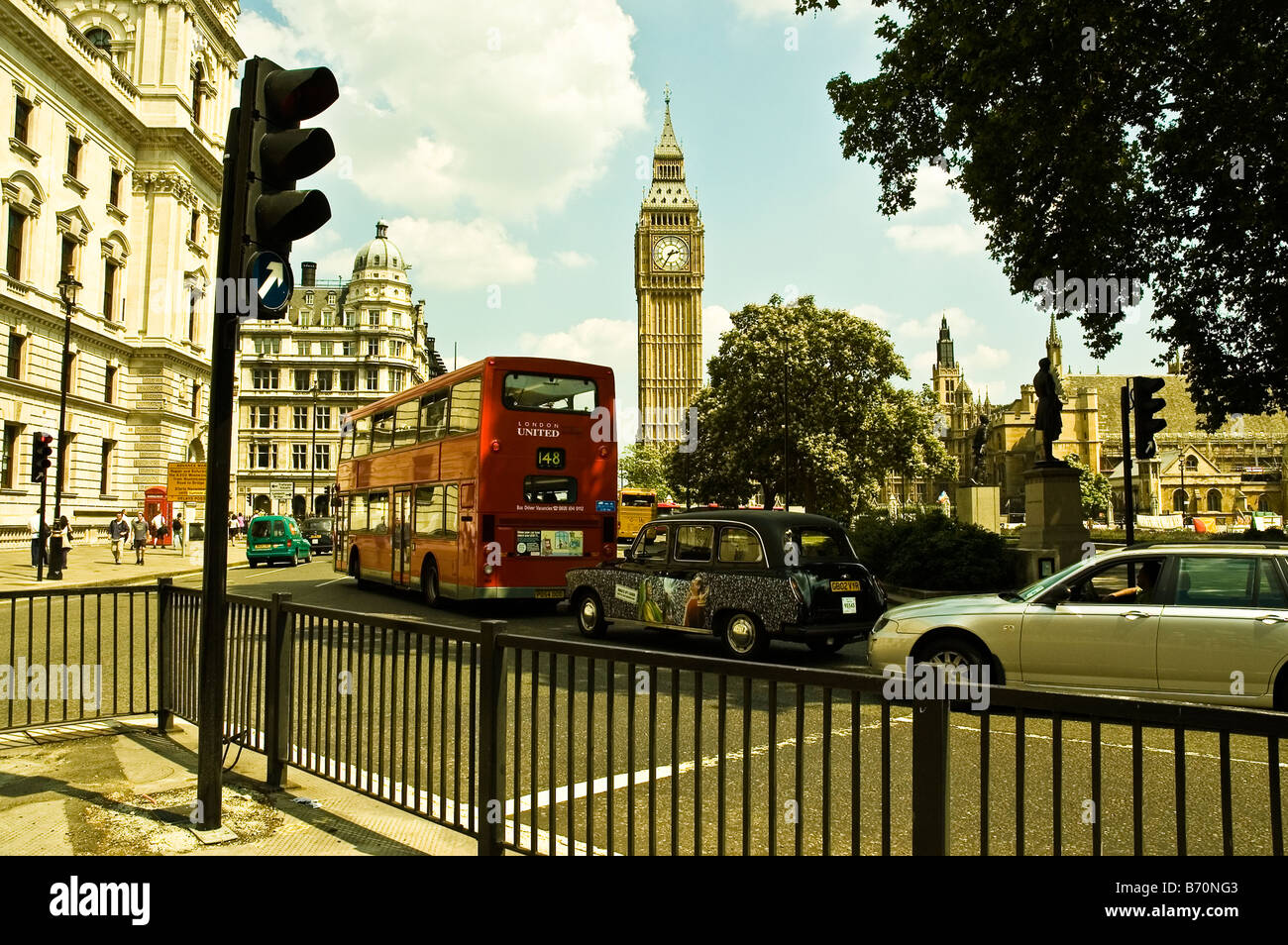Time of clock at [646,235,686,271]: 2:35
